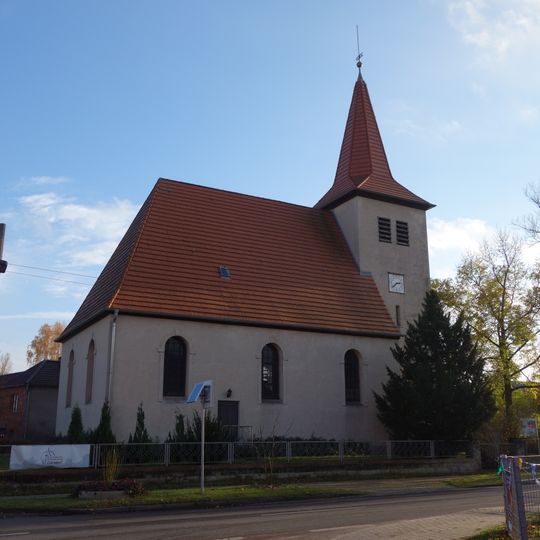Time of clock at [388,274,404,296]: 2:38
